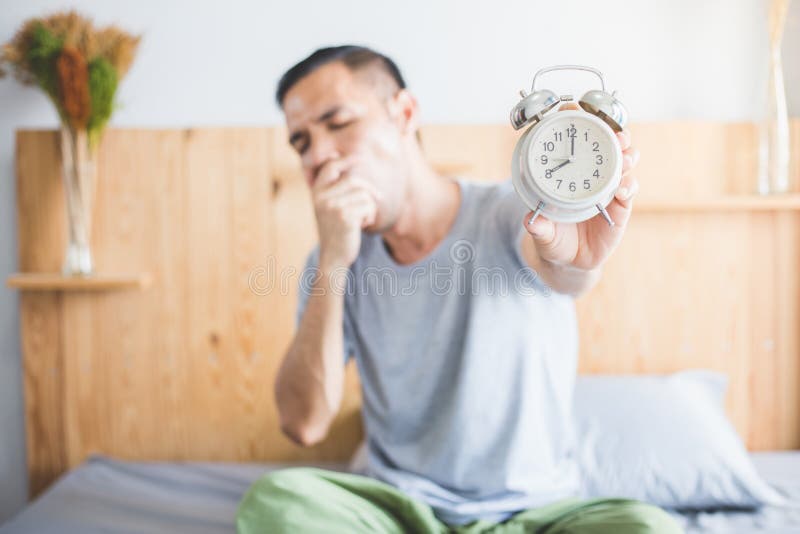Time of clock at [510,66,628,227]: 8:00
